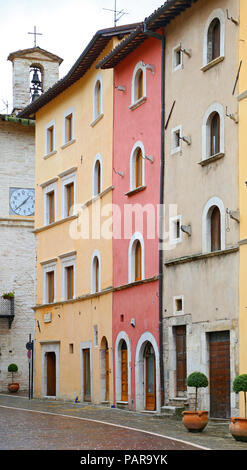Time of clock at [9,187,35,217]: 1:38
